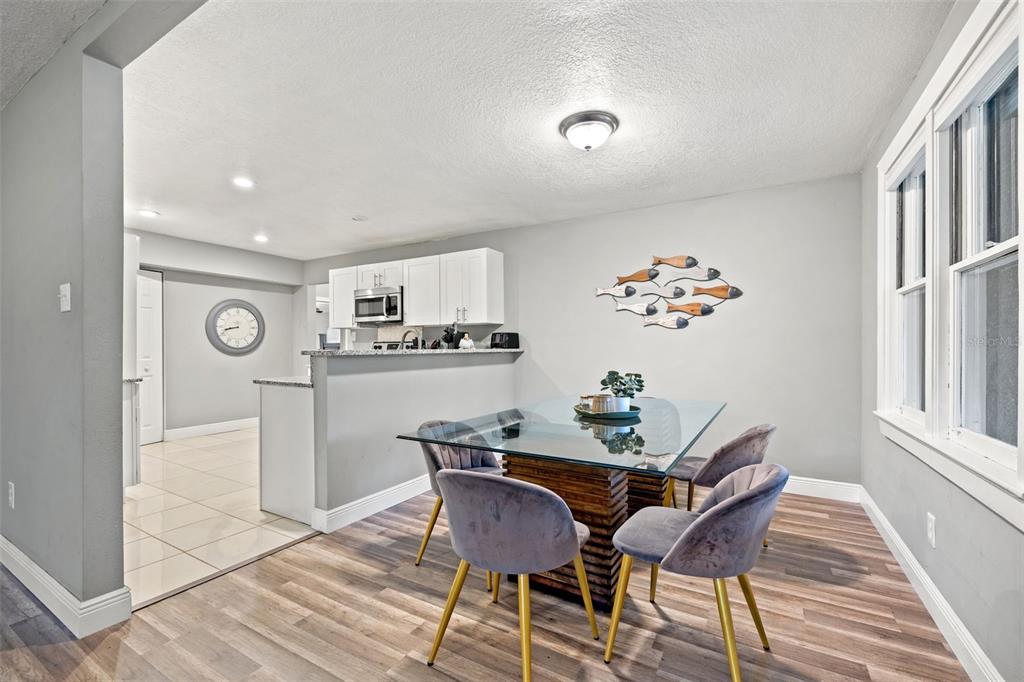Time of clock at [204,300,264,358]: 8:42
